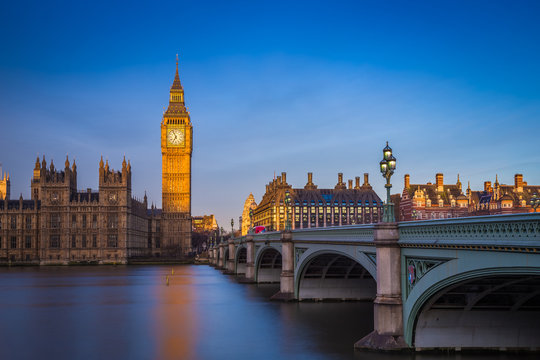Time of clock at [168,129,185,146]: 6:56
